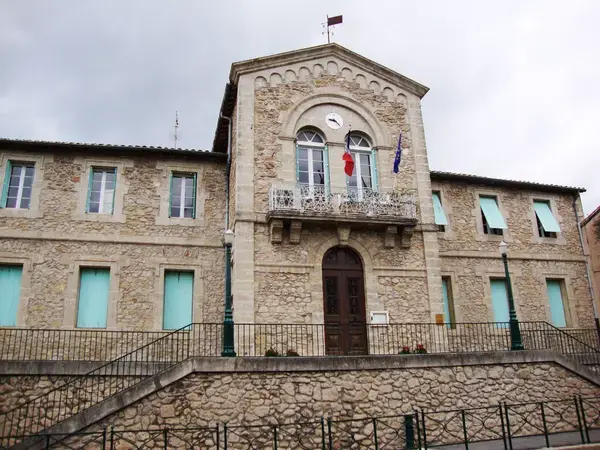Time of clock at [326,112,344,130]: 9:23
